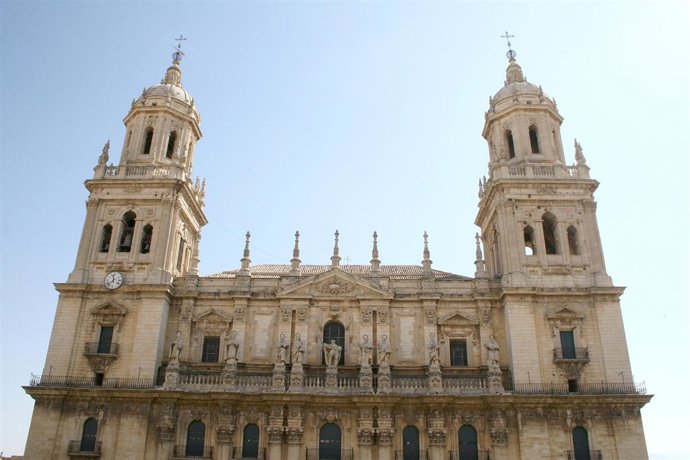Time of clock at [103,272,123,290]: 11:37
